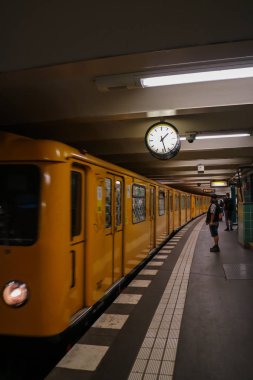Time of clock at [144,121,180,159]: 1:28
